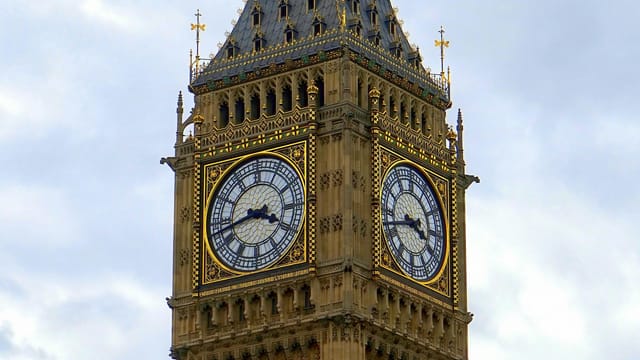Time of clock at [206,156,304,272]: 3:42
